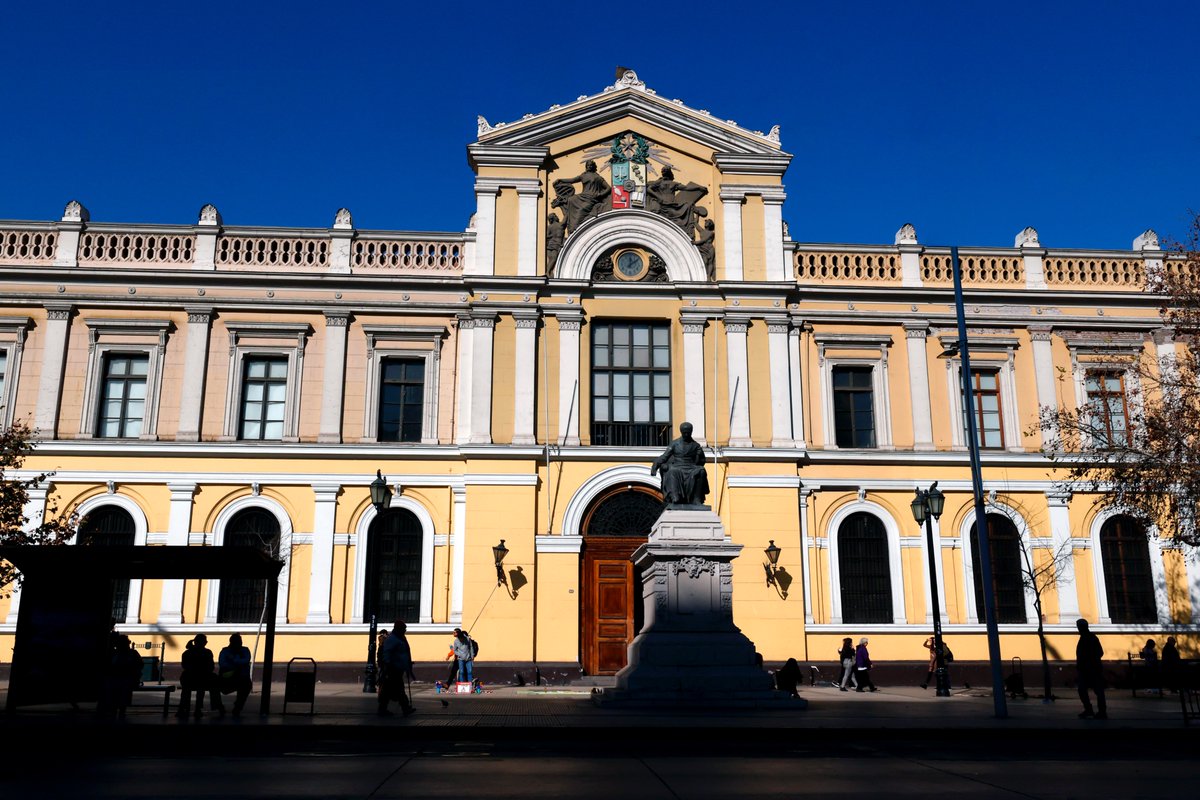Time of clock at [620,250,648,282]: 12:08
